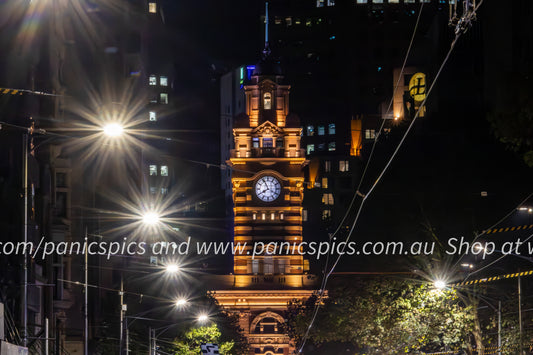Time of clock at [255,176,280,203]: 7:55
